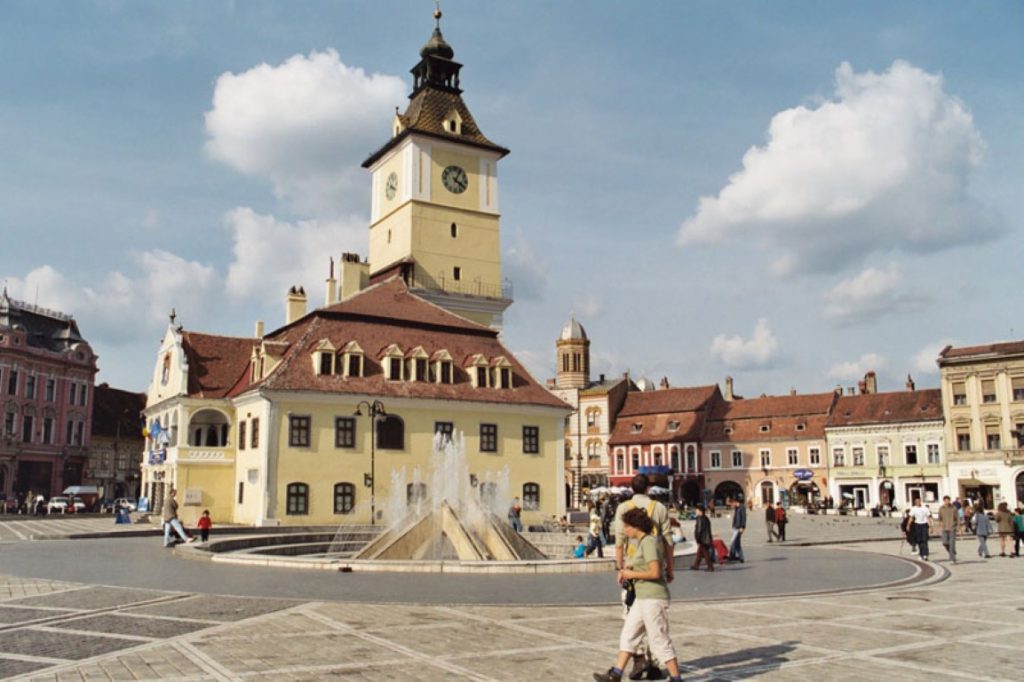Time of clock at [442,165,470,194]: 4:04
